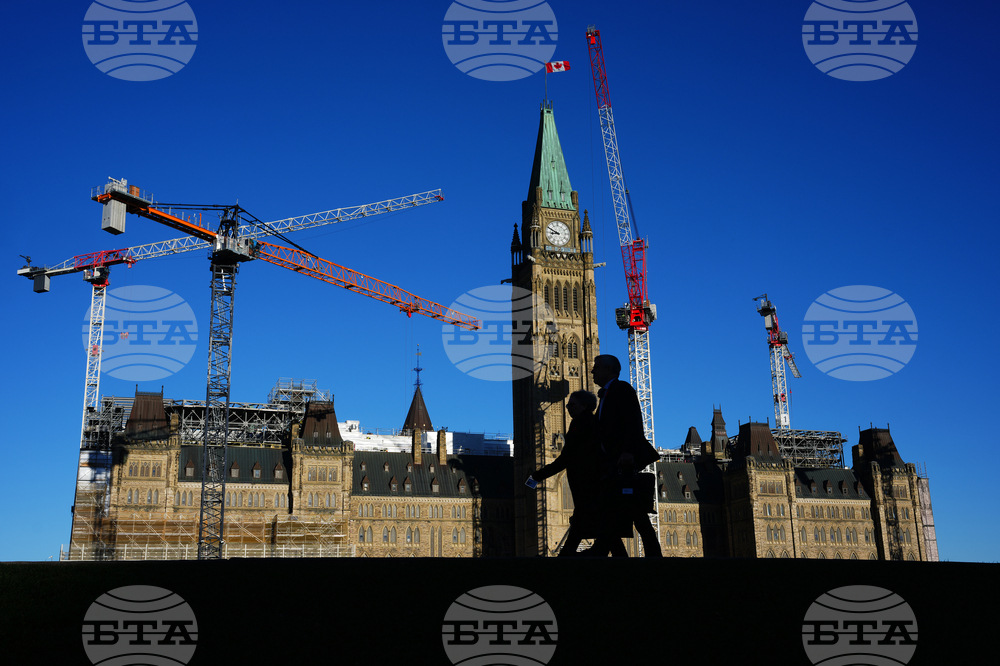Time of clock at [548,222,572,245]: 8:49
